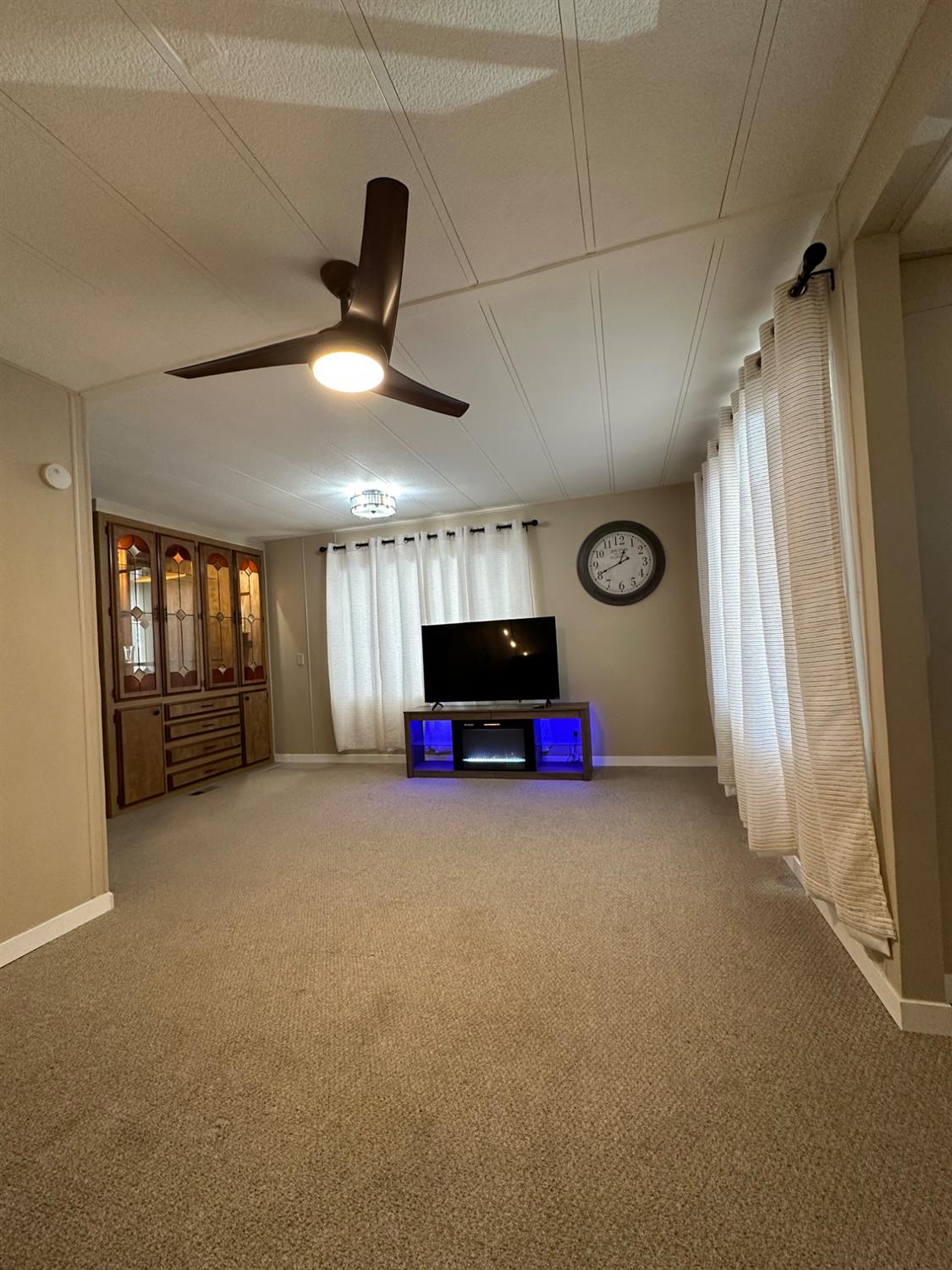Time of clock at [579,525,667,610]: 12:40
